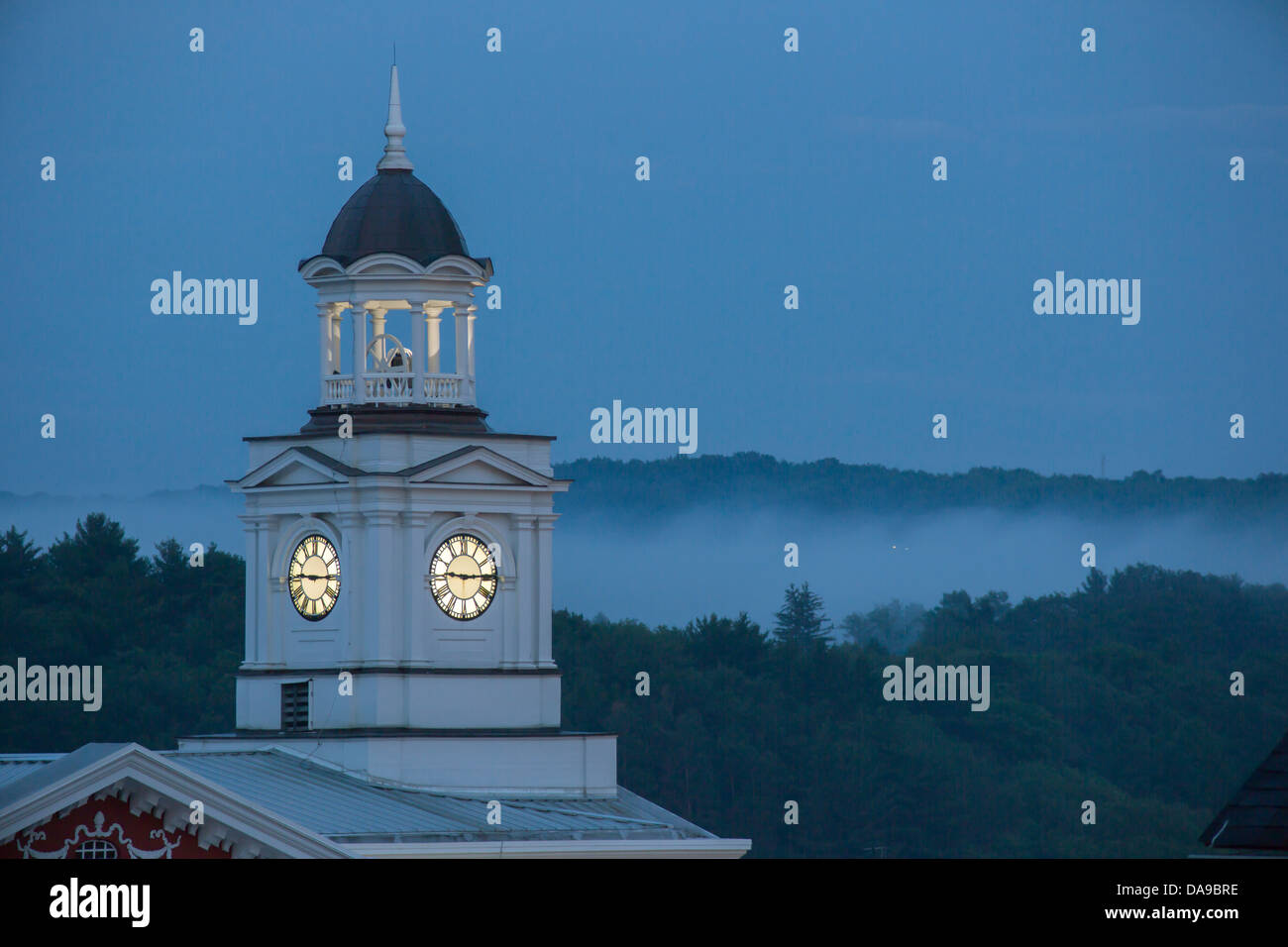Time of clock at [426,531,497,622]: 9:14
